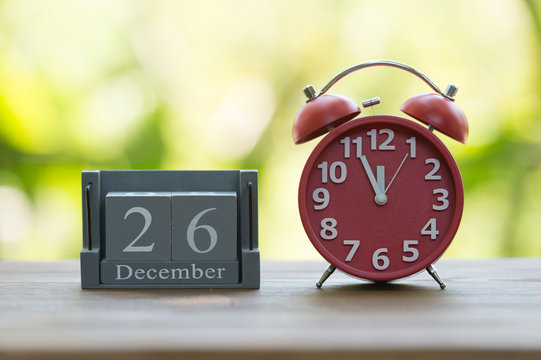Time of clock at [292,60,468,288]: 11:55
